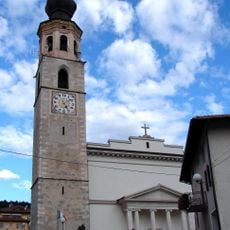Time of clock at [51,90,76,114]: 5:08
